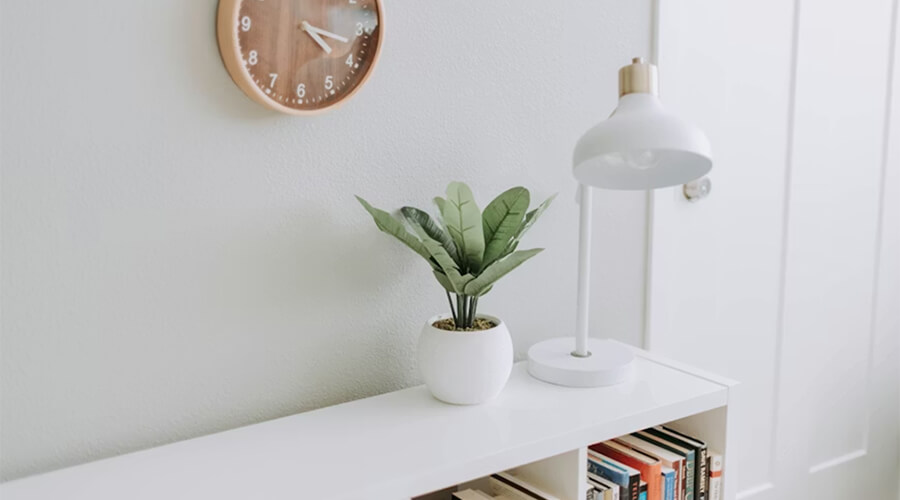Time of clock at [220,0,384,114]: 4:17
